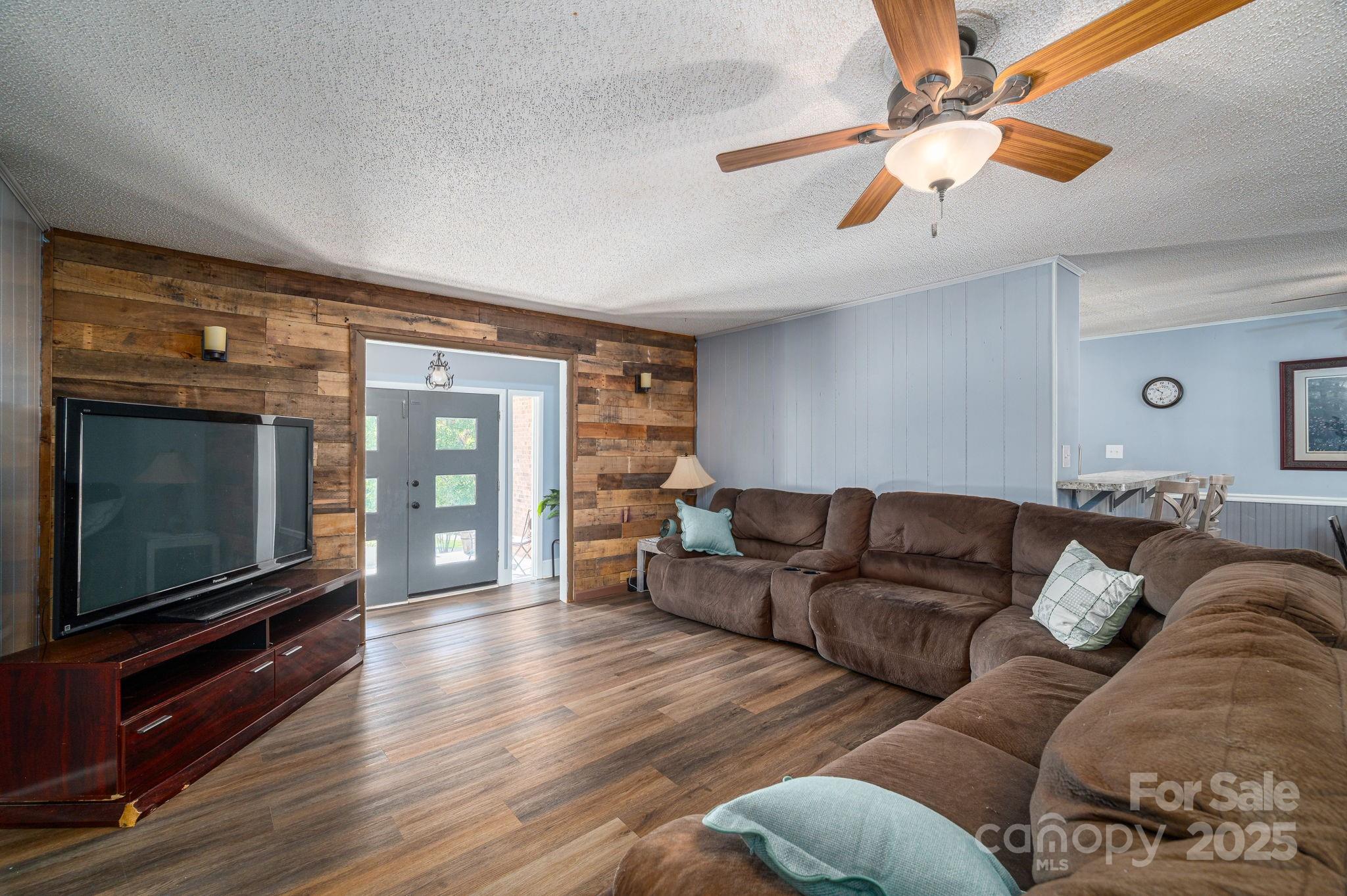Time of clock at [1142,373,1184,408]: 10:32
